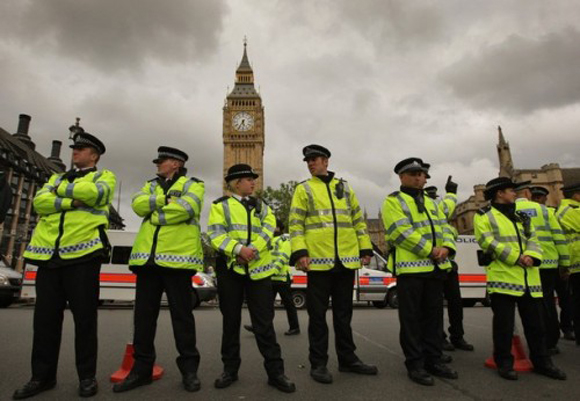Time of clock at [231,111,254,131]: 5:35
